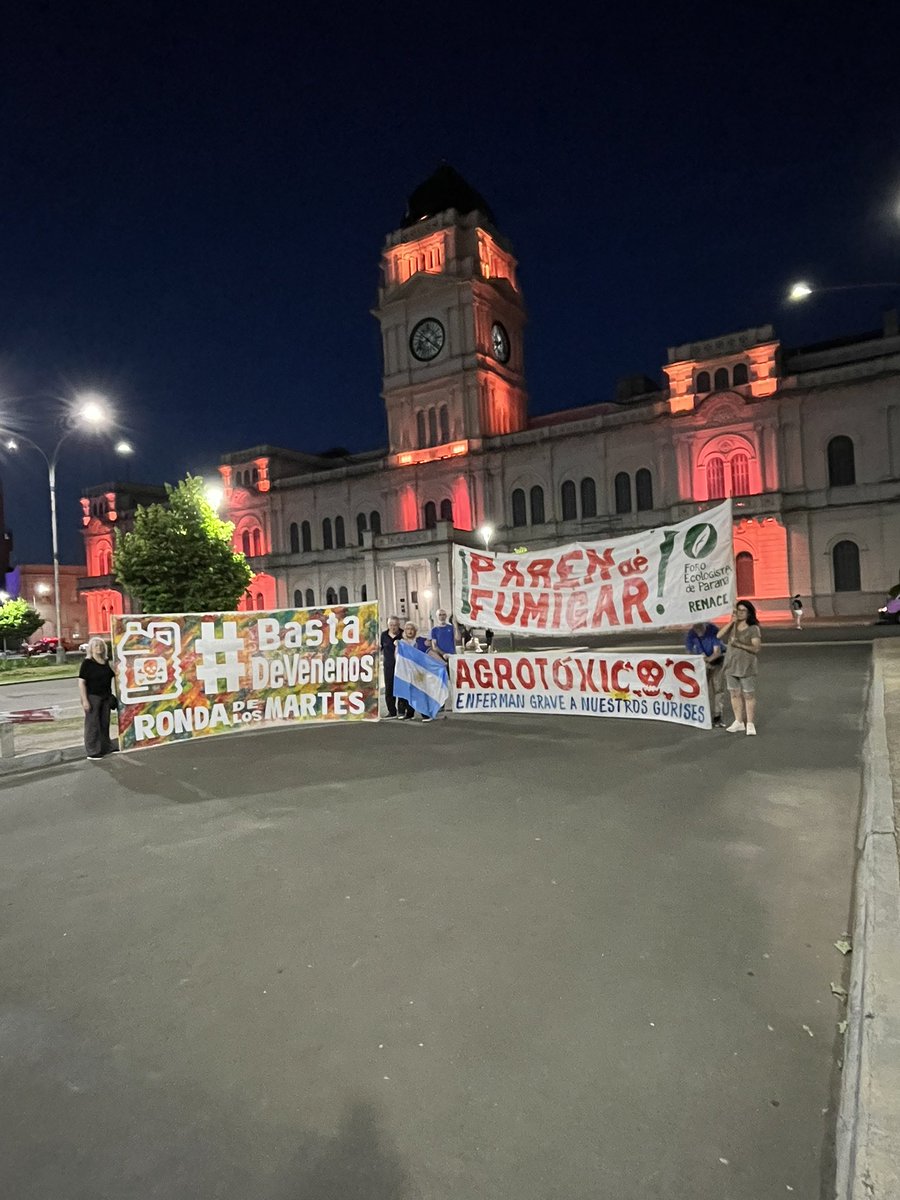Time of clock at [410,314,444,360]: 8:21
